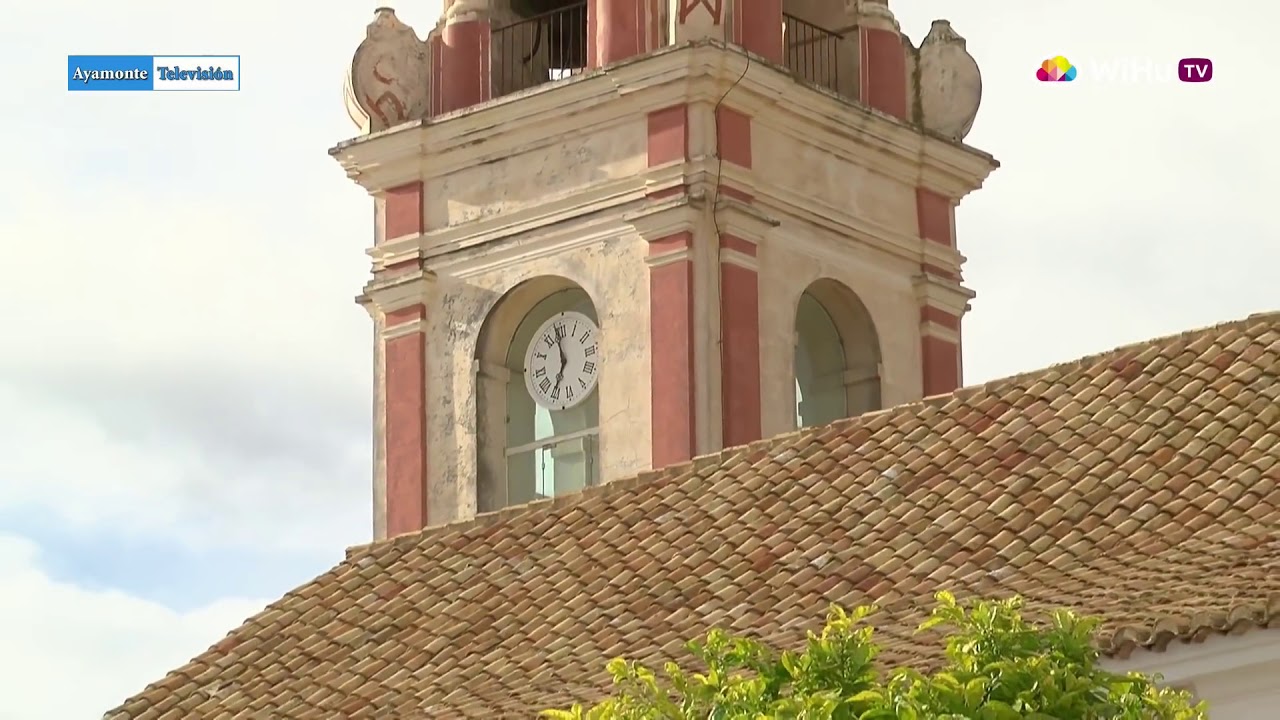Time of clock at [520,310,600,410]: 6:58
